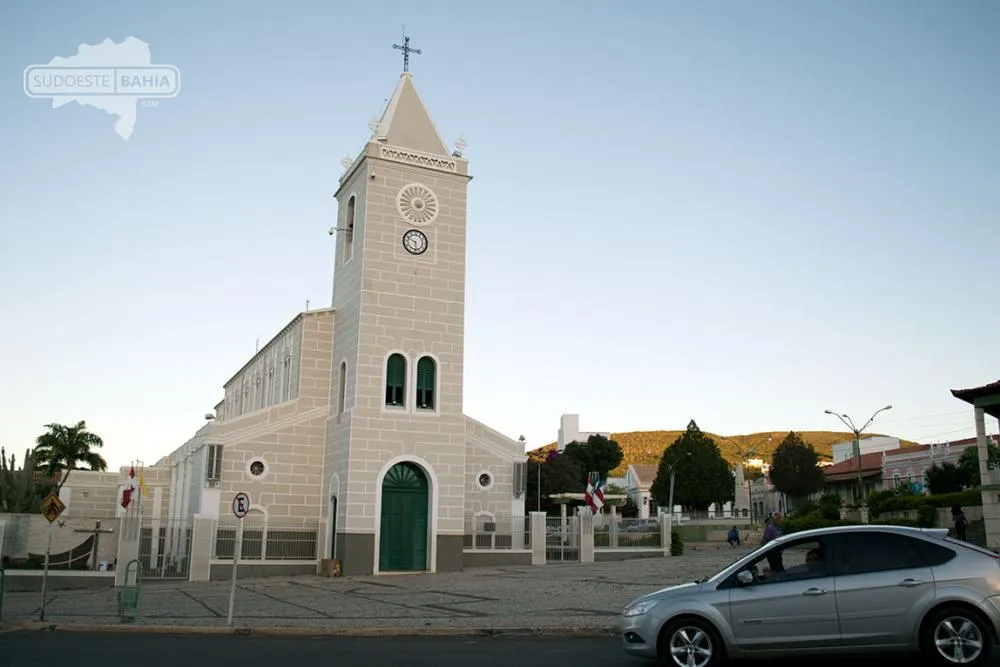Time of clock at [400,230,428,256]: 5:49
